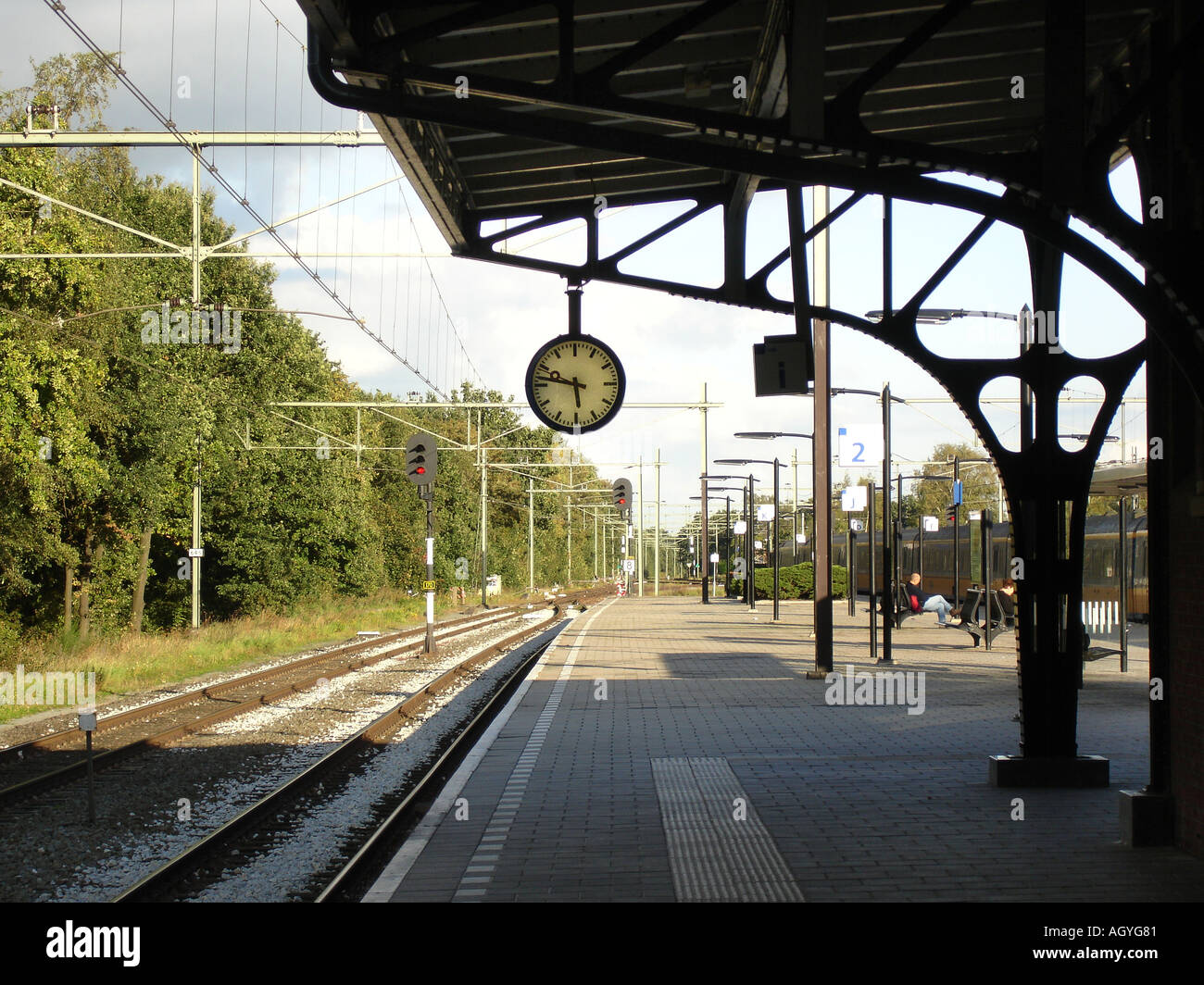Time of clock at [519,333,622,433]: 5:47
